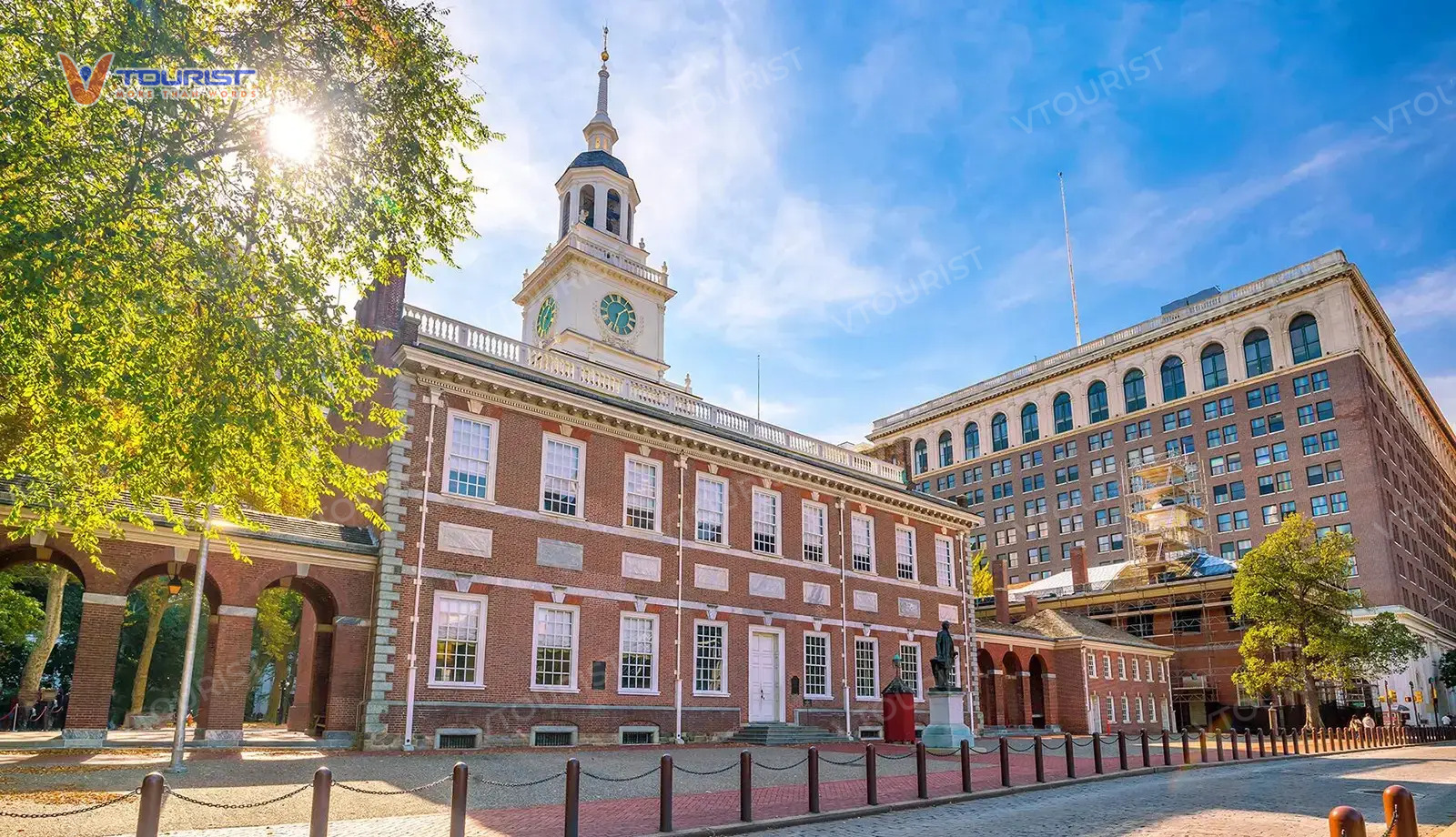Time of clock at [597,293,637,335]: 1:33
